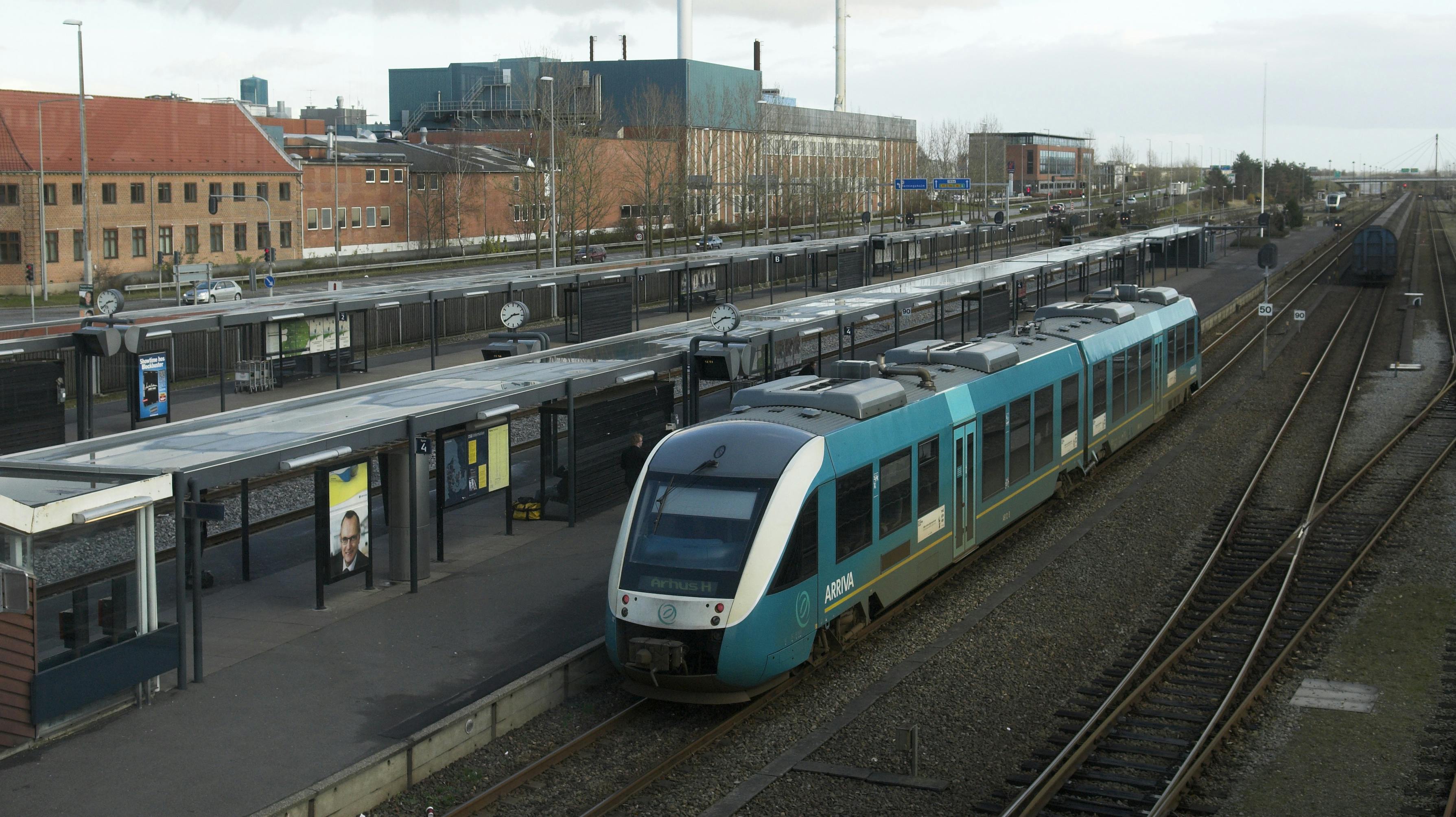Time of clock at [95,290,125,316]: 2:38
